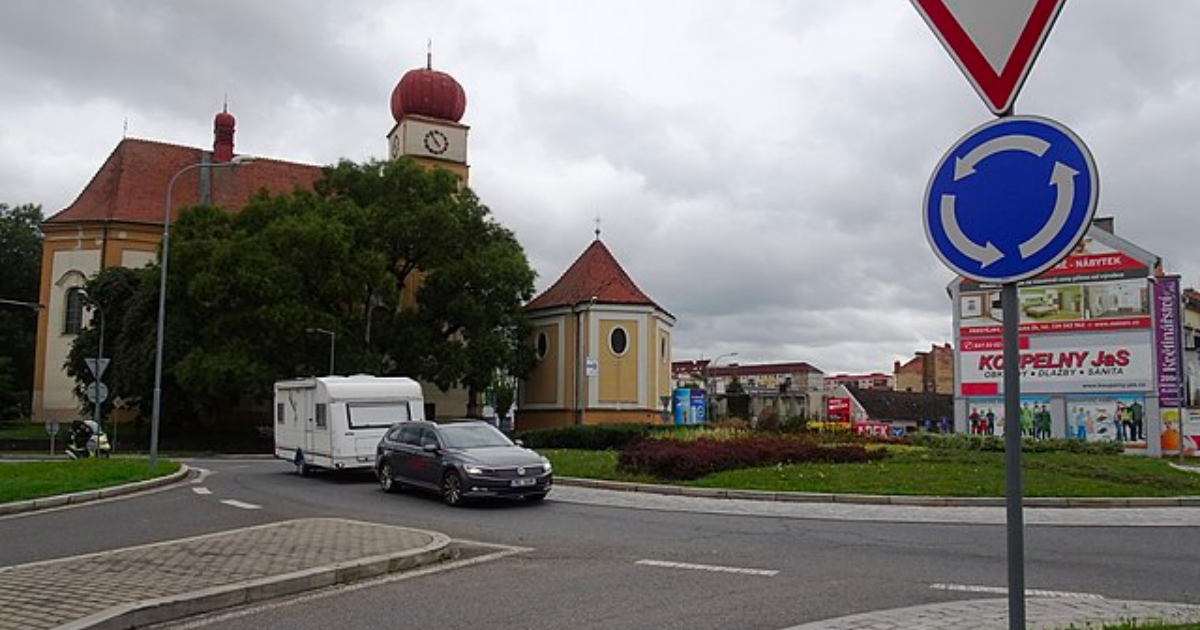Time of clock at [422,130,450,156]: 4:54
